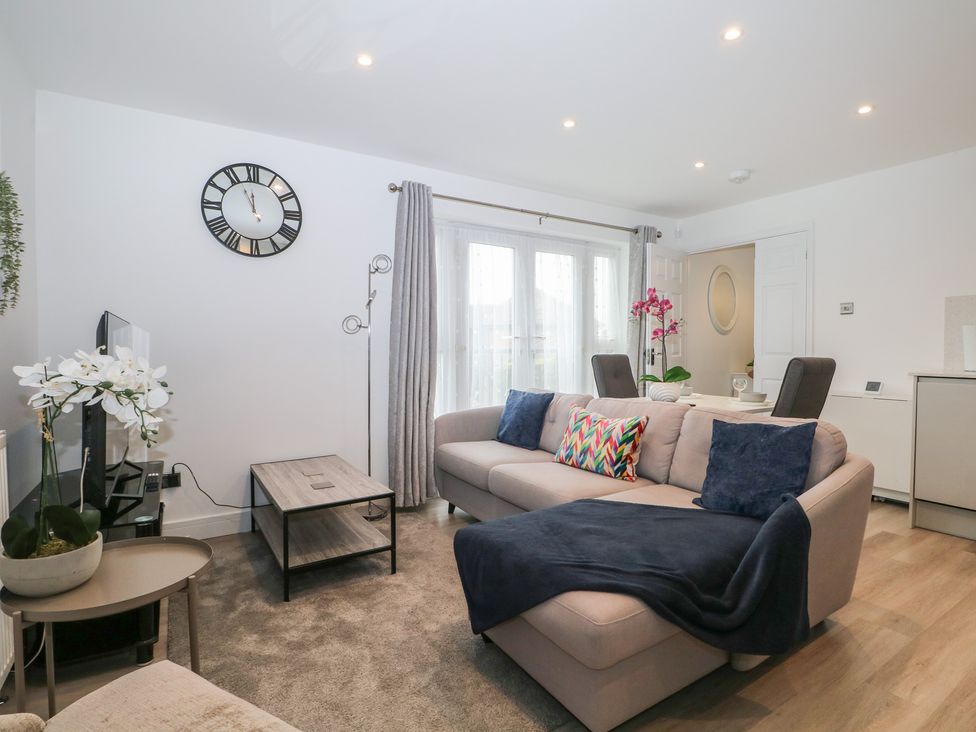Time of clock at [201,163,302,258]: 11:56
